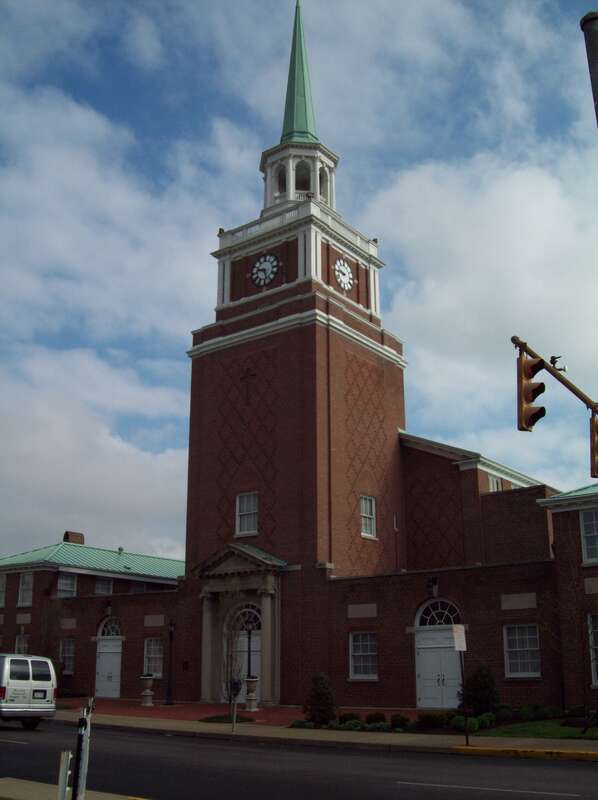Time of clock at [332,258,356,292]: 9:45
